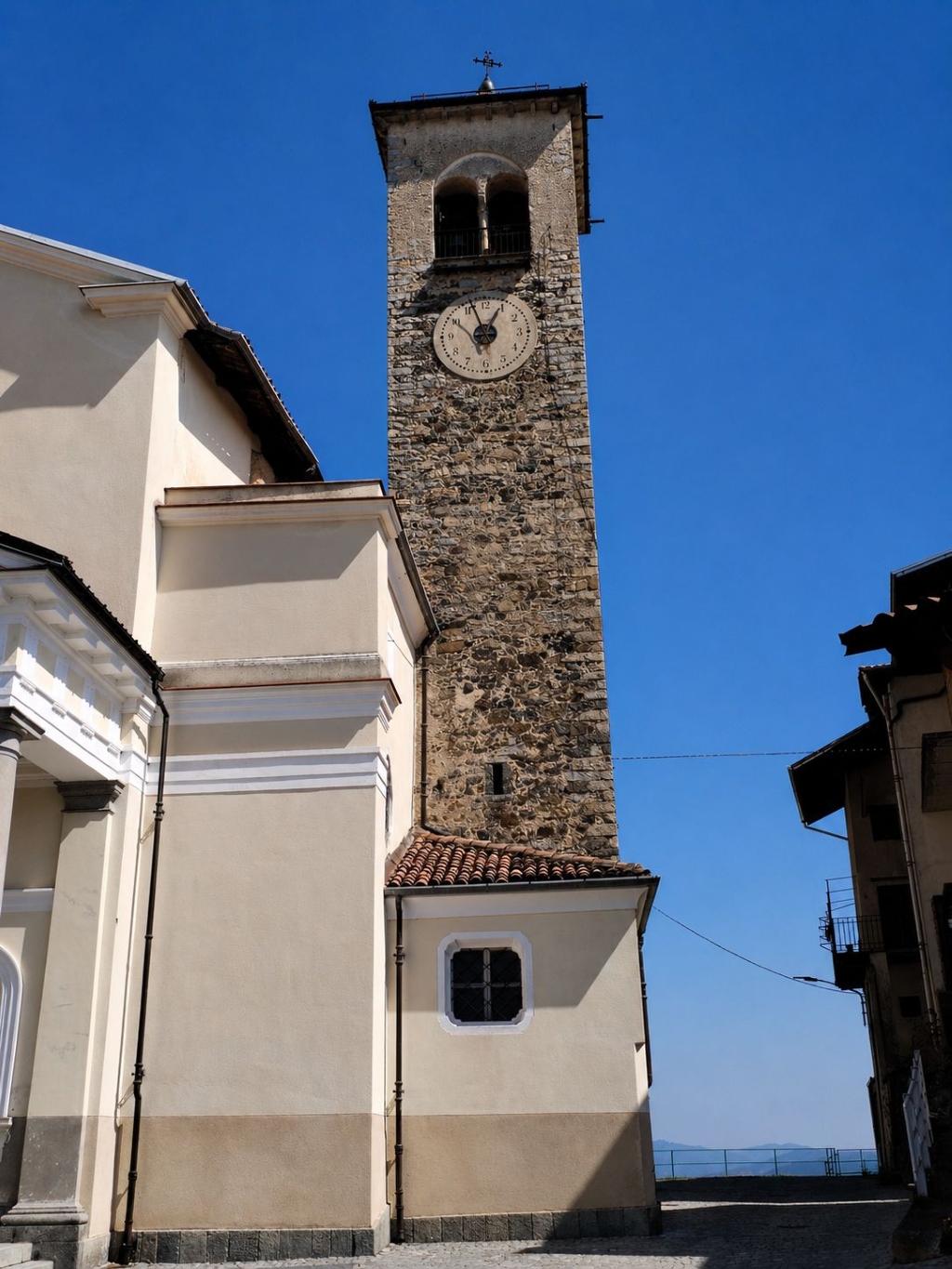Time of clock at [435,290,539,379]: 12:56
